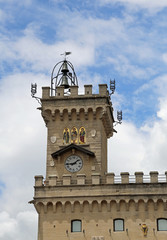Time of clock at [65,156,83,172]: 1:44
